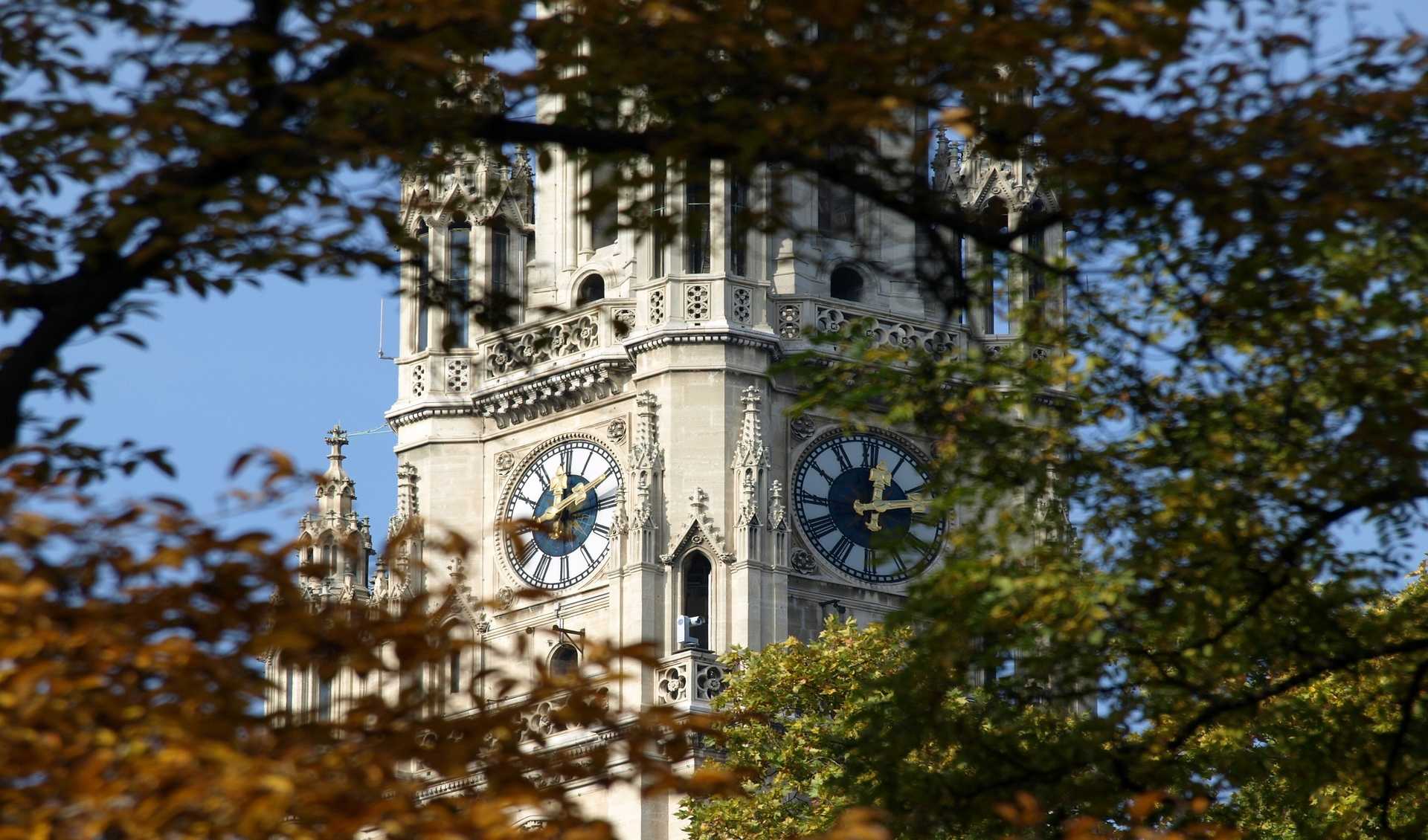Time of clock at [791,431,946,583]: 12:12
